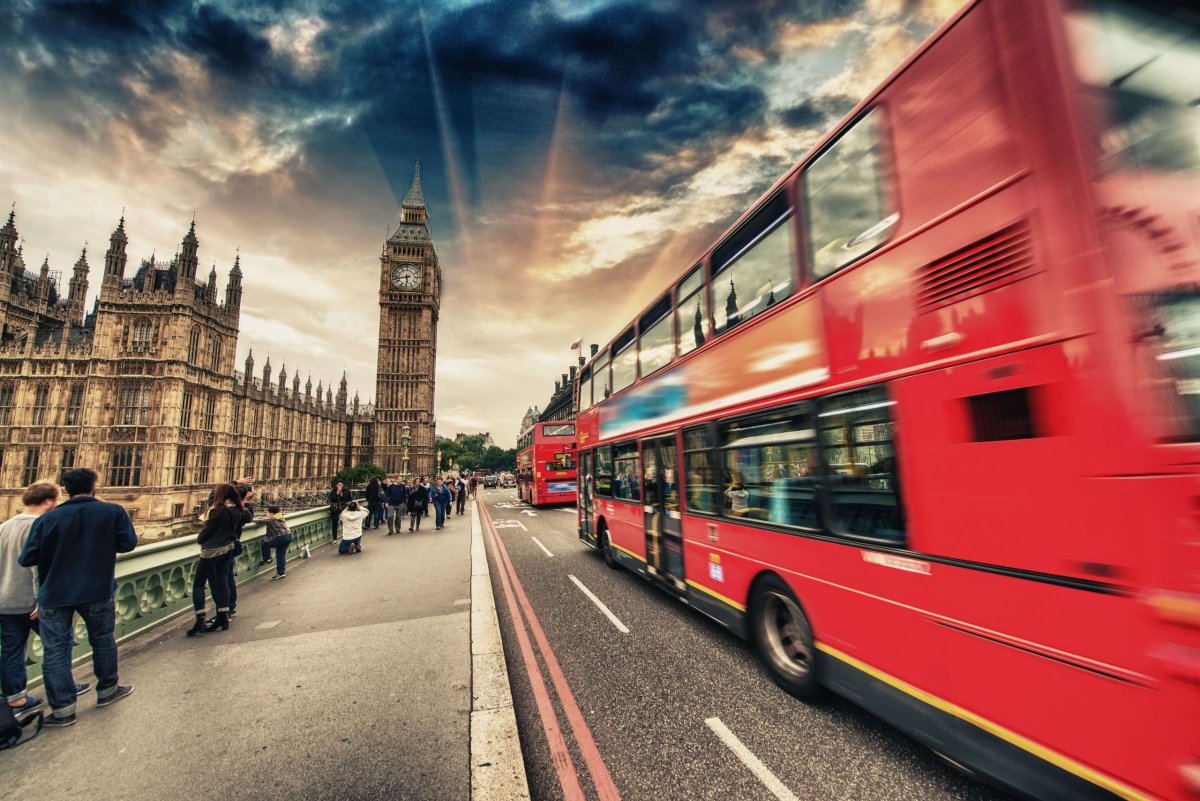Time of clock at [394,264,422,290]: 5:42
